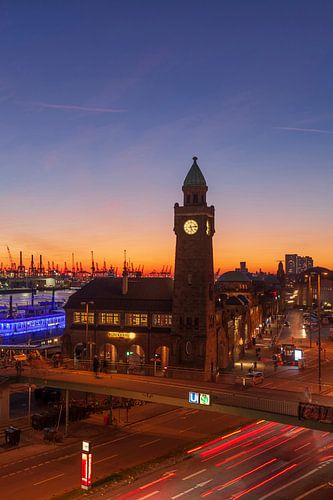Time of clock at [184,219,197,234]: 5:13
